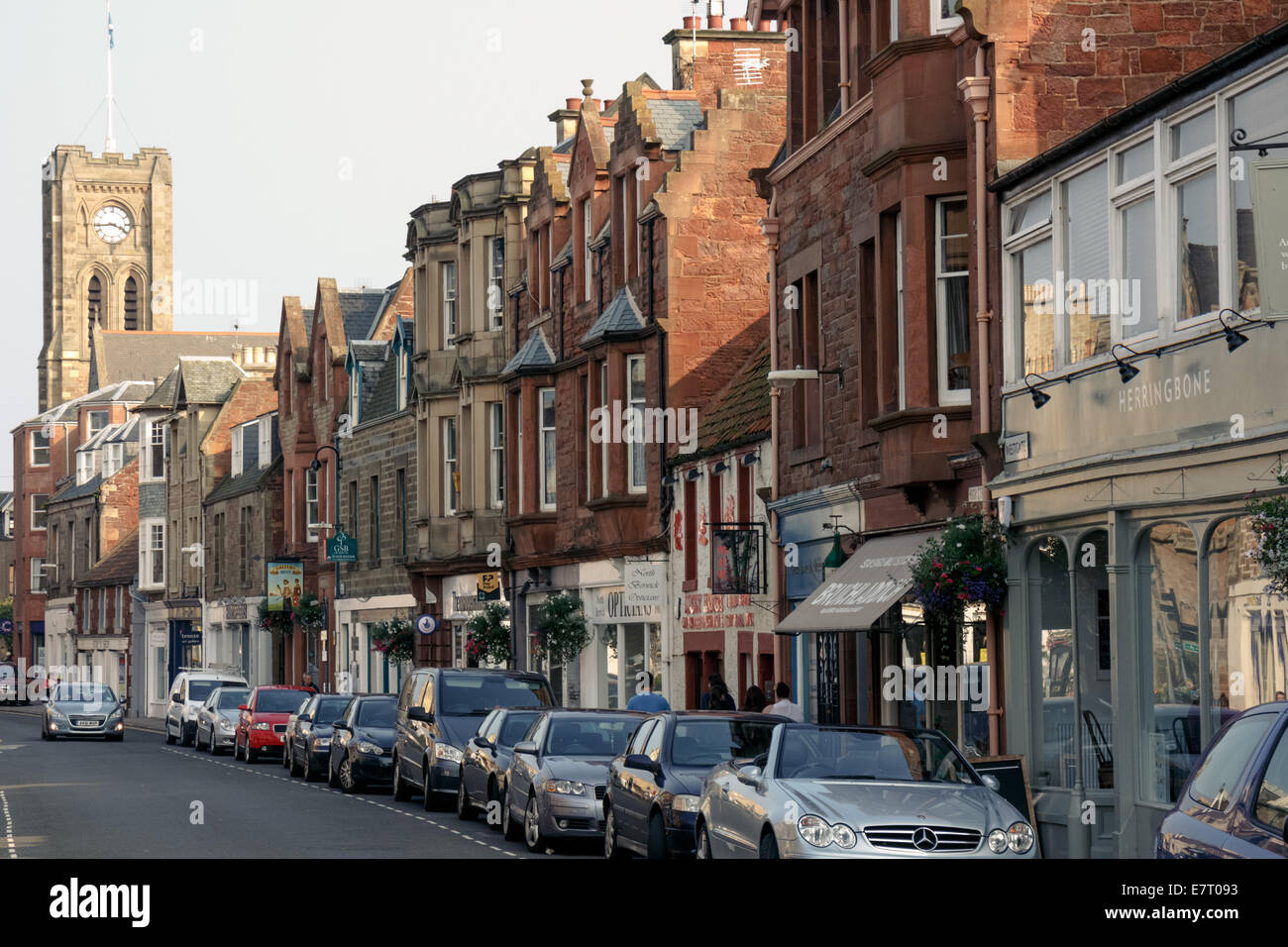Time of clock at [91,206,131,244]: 3:43
